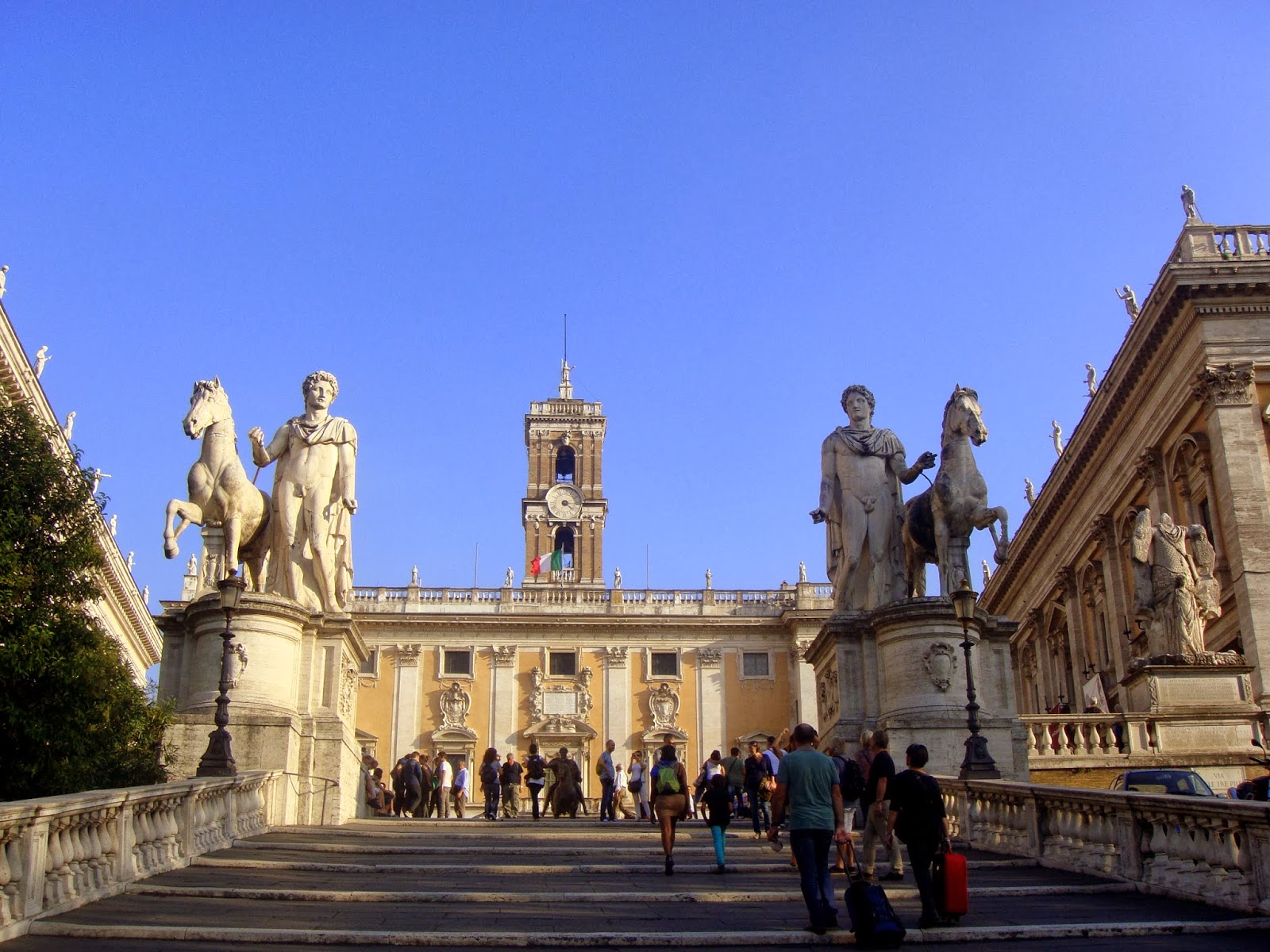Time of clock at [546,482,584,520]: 4:14
